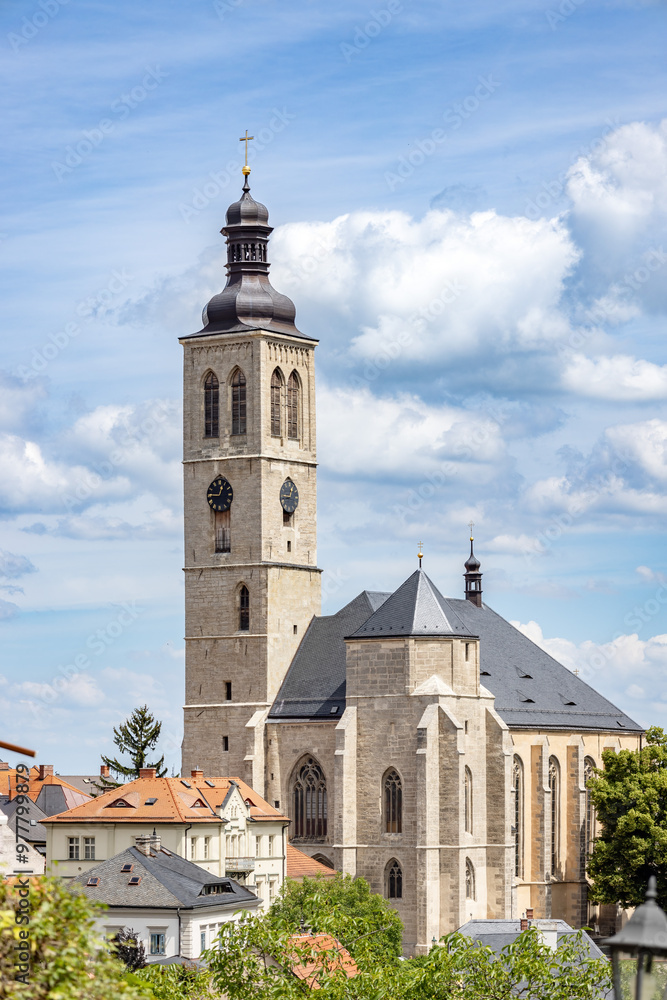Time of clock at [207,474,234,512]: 12:45
